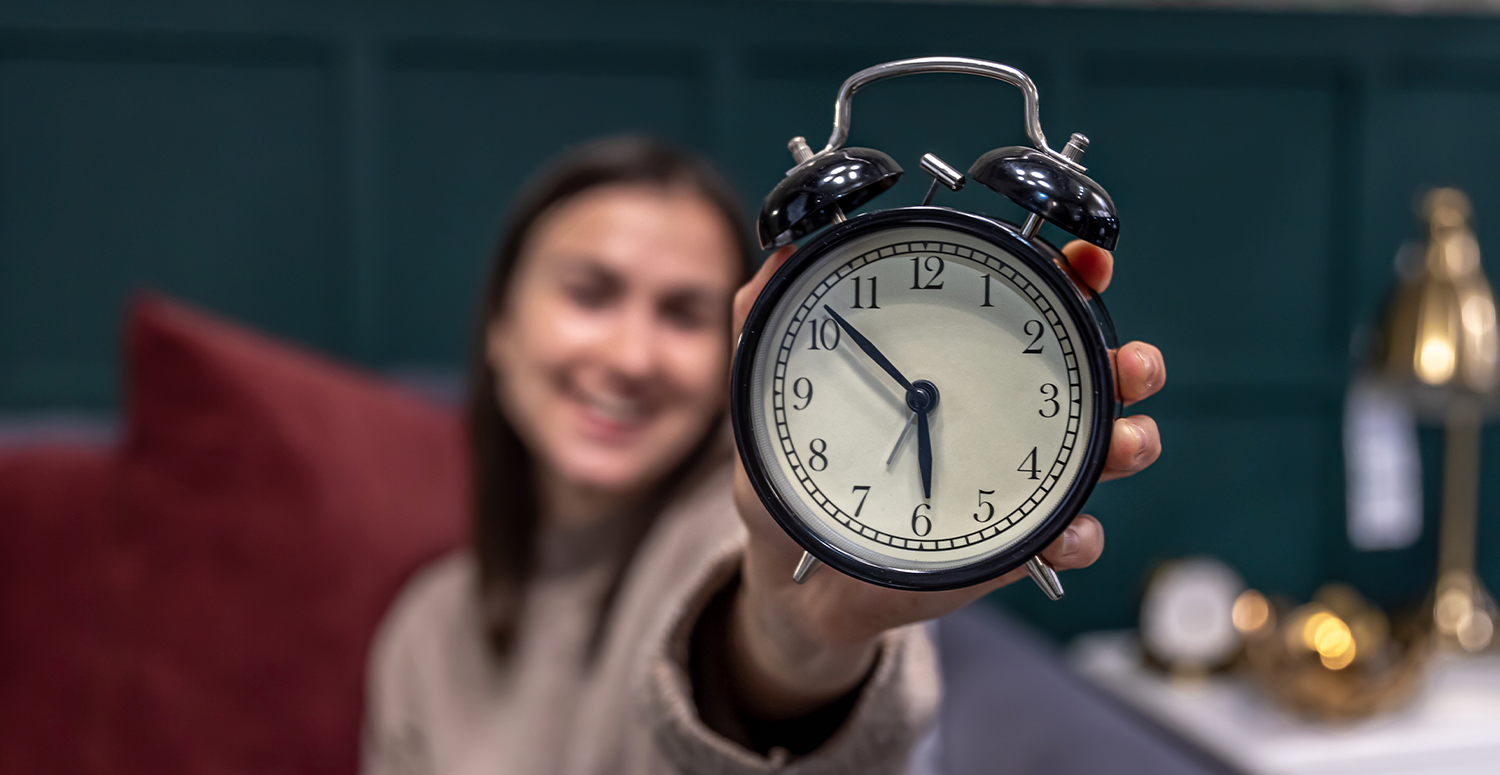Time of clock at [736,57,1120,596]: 5:52
